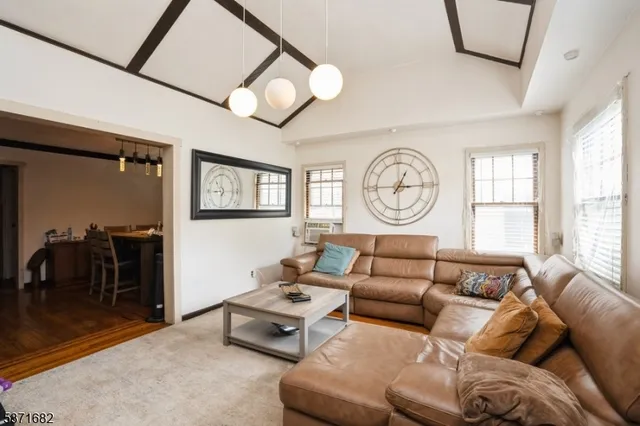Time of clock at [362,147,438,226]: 1:14
